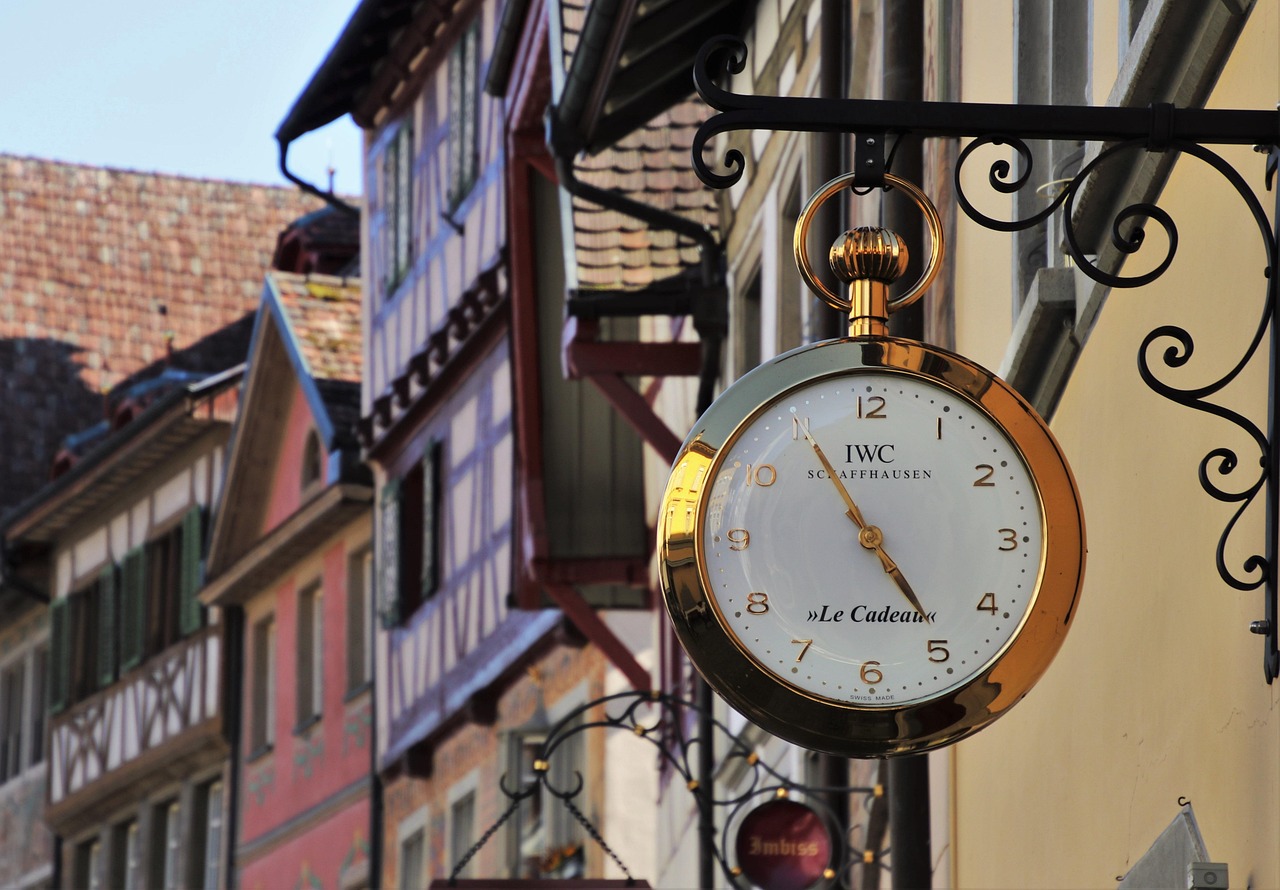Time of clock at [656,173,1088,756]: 4:55
